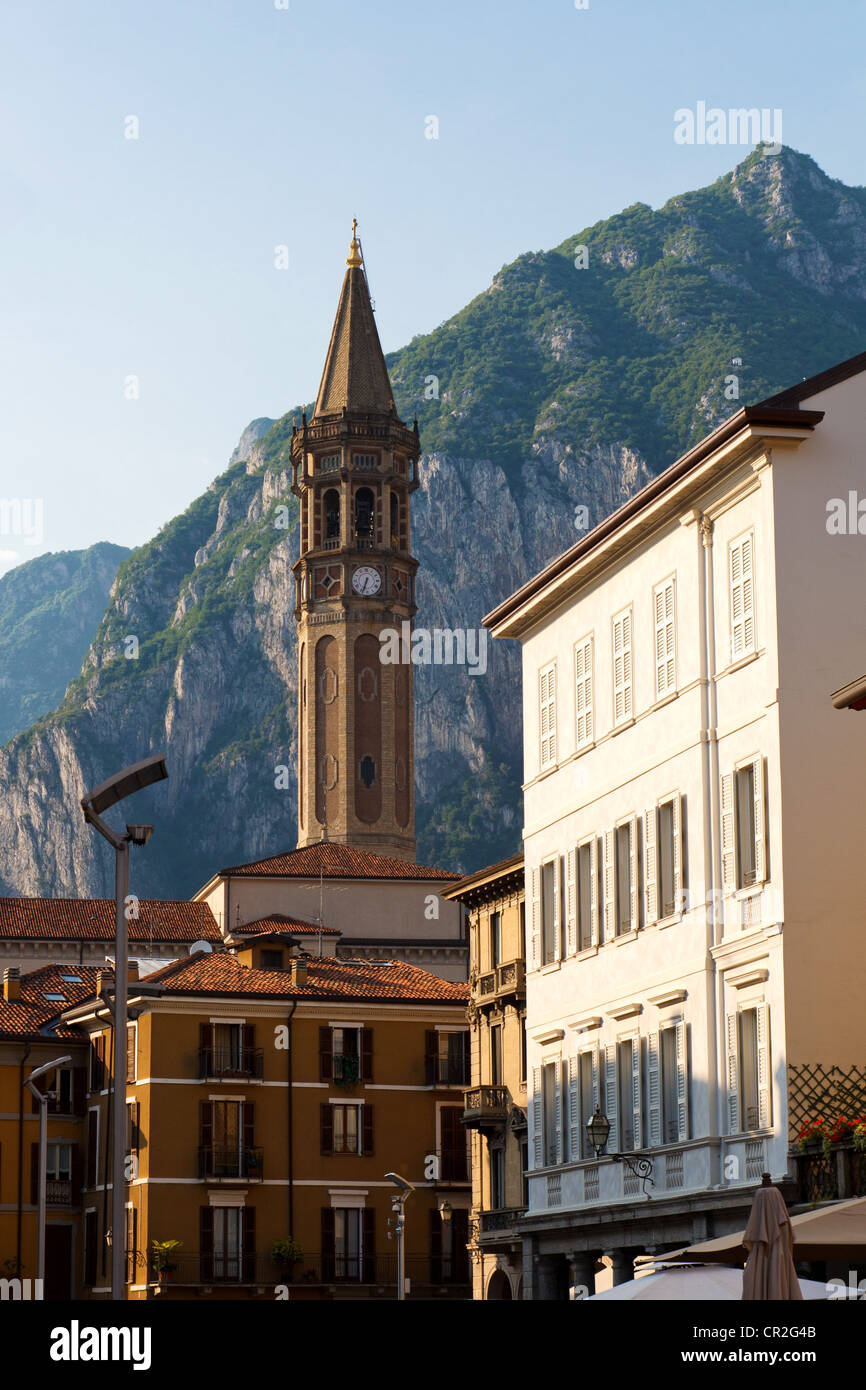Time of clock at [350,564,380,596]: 6:33
